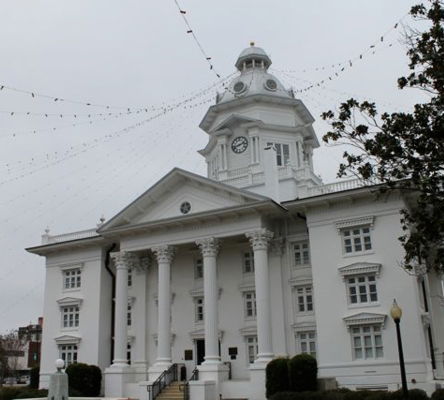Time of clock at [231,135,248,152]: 2:42
